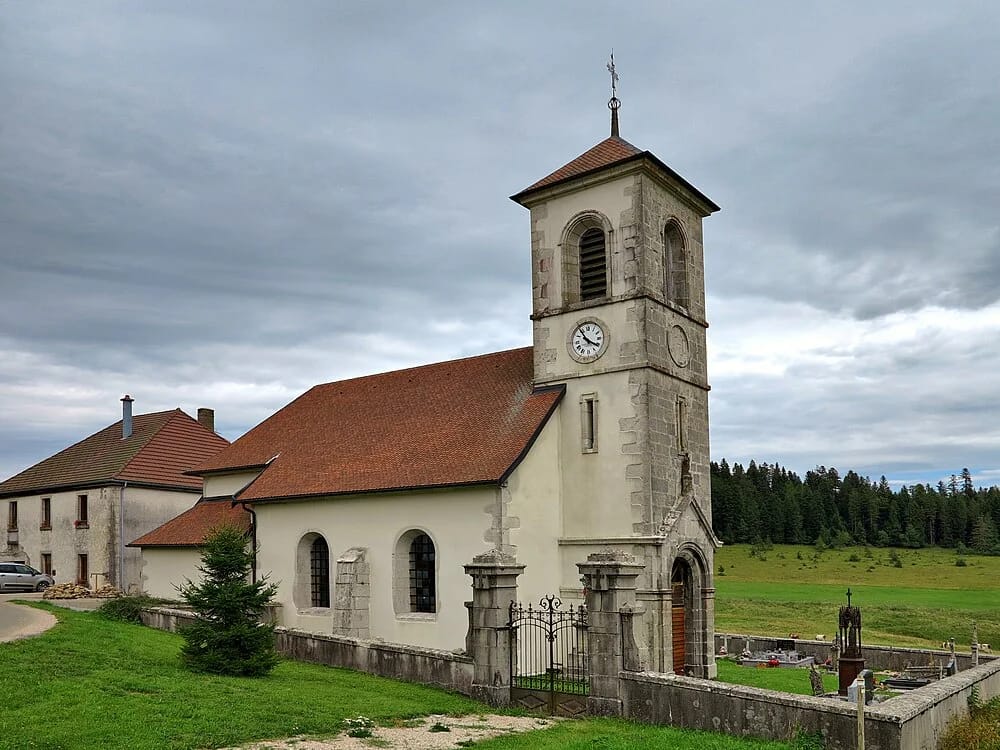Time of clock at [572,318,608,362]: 3:54
